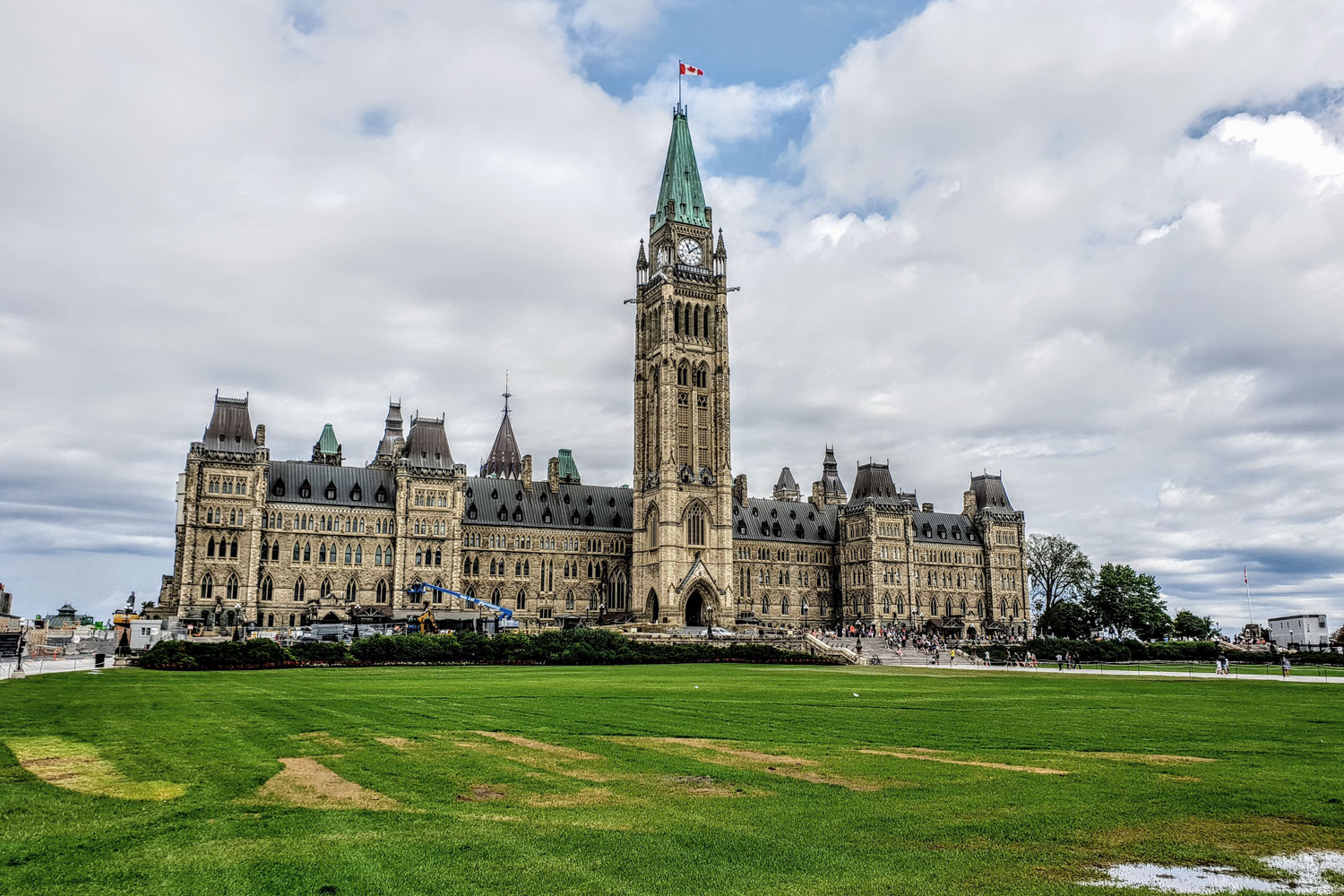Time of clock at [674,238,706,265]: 11:08
